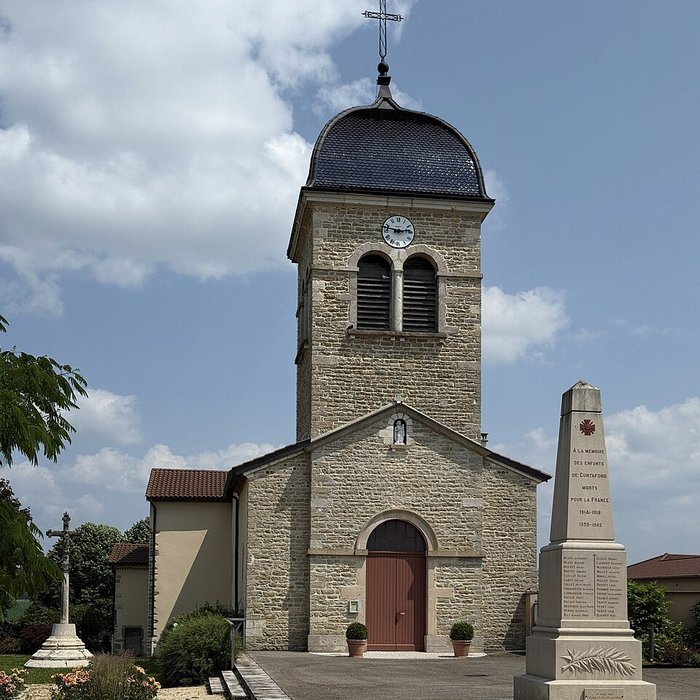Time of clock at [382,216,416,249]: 2:47
